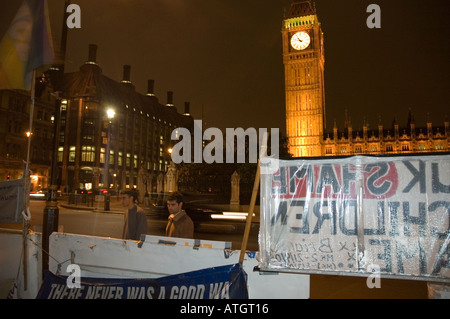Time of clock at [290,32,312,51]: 10:47
